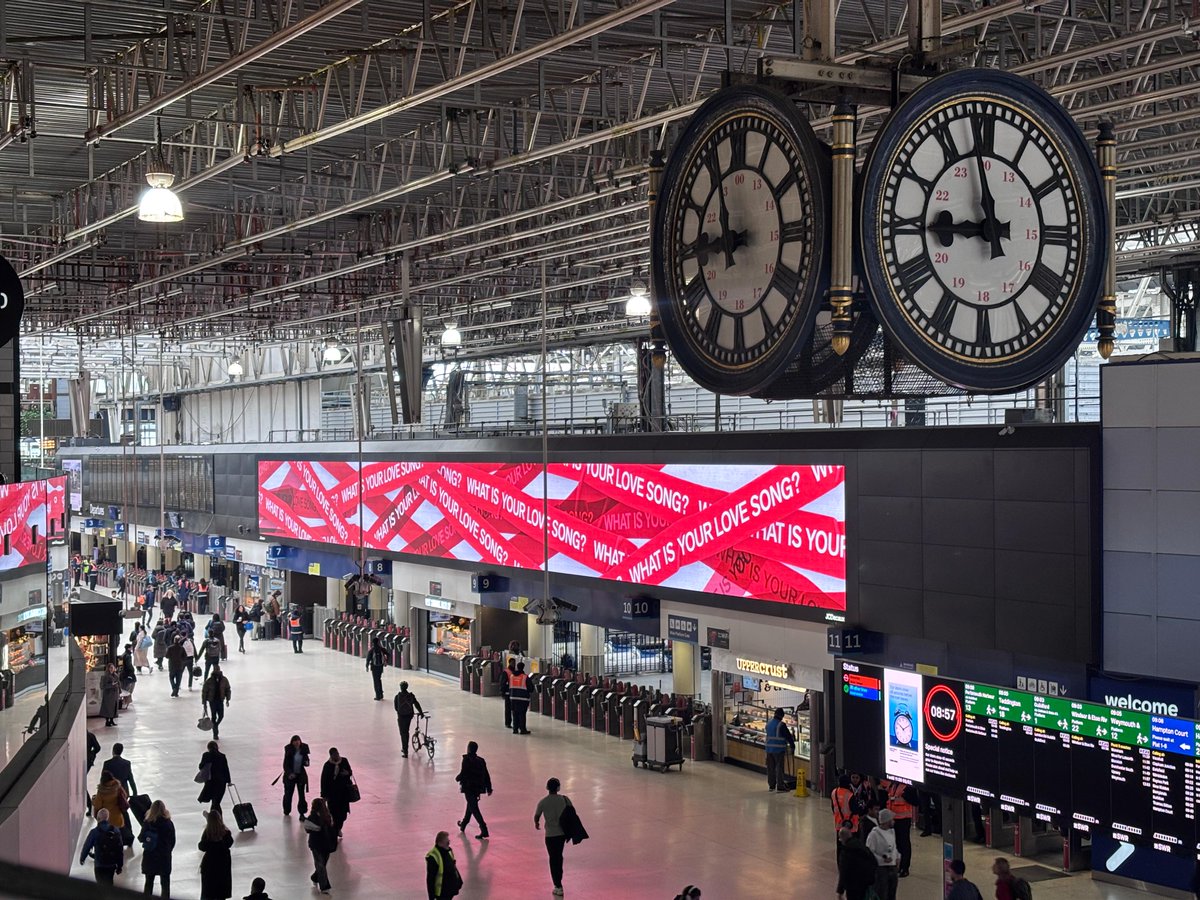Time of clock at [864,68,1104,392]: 8:58
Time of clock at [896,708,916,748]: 10:10
